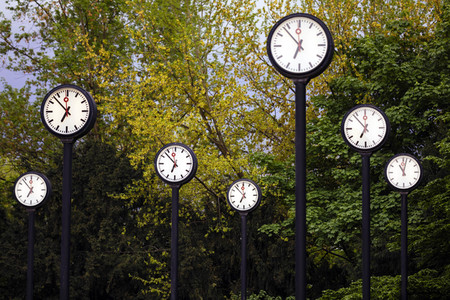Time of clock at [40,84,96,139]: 6:52
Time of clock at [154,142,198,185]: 6:52
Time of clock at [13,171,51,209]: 6:53
